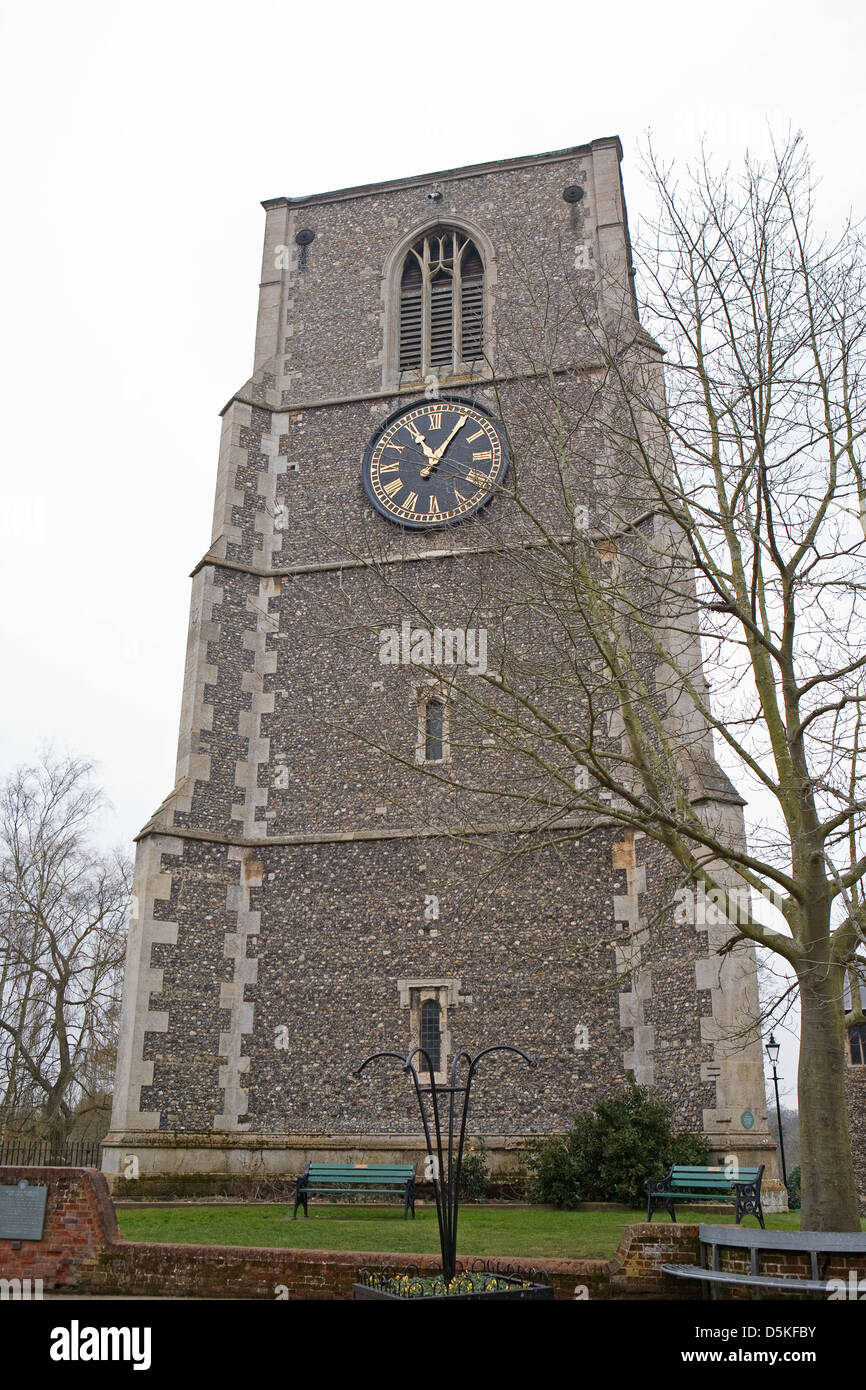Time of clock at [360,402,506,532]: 11:05
